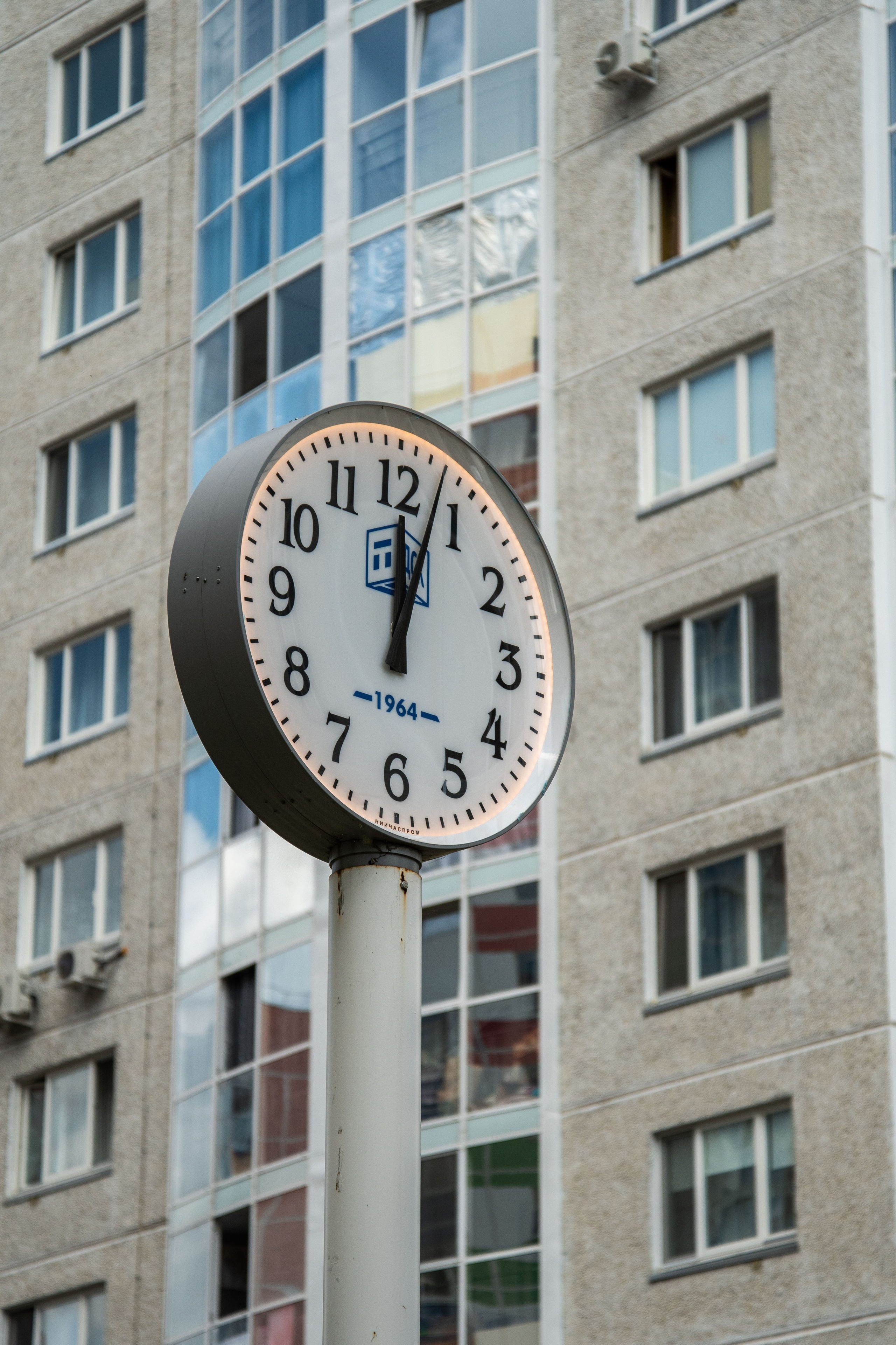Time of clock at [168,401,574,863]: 12:03
